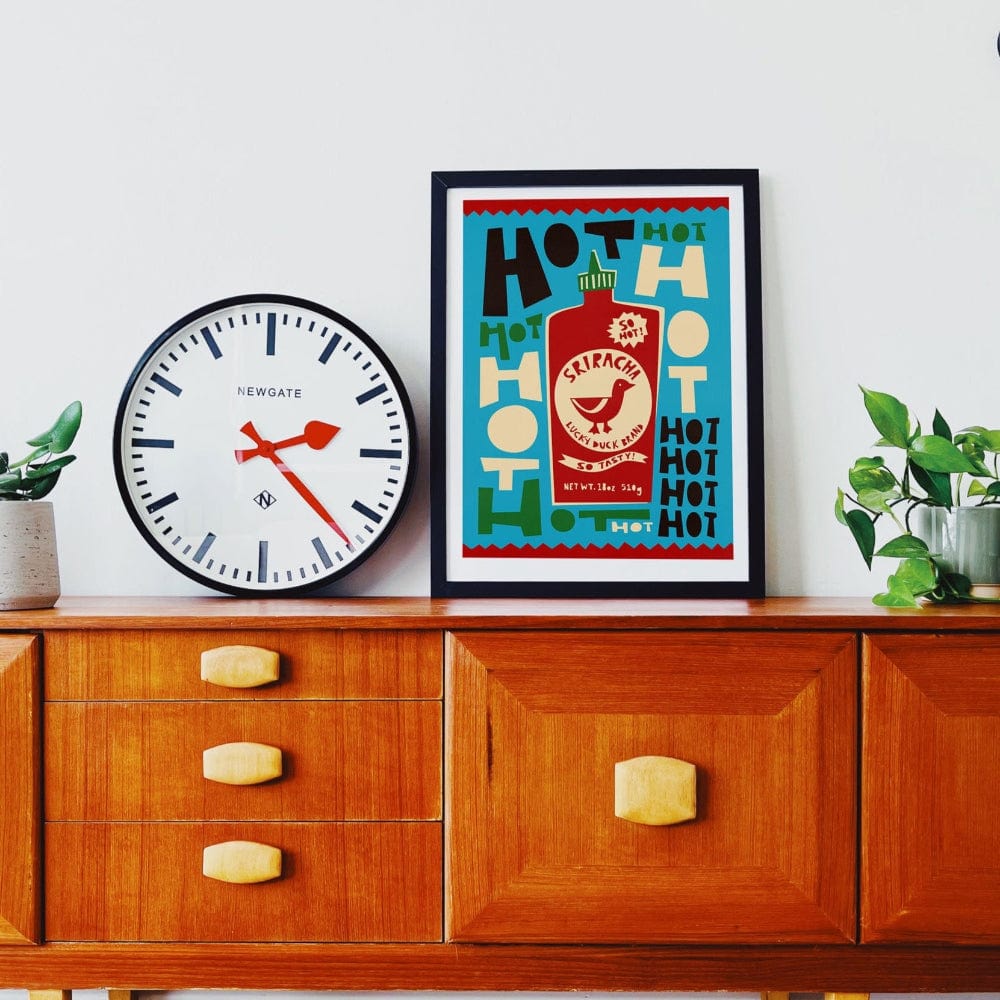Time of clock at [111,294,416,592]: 2:22
